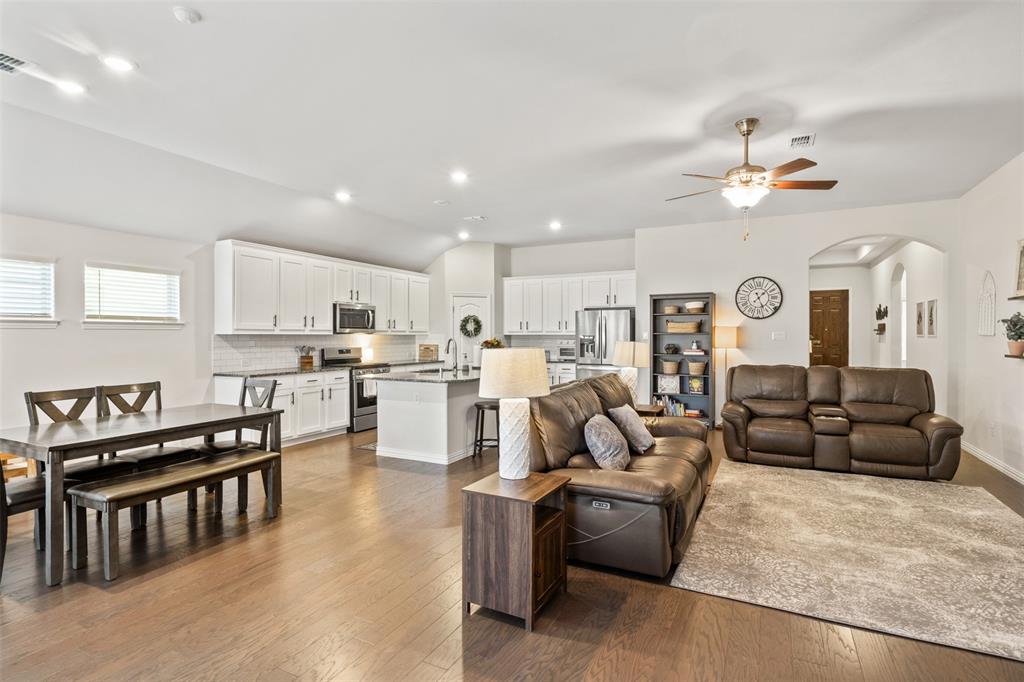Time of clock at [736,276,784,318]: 1:26
